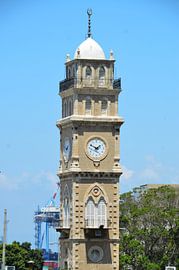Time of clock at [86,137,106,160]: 1:49
